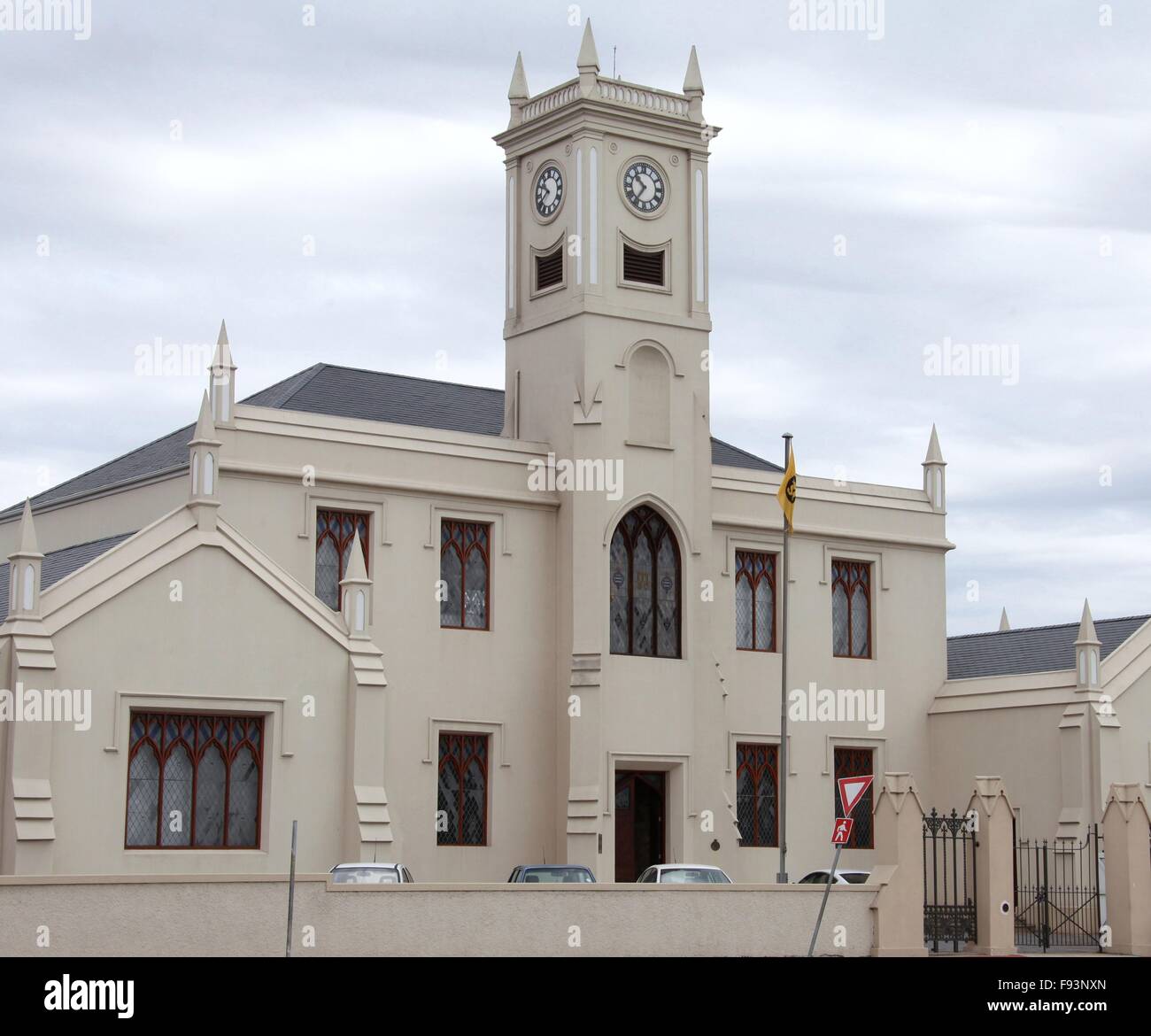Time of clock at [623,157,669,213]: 10:36
